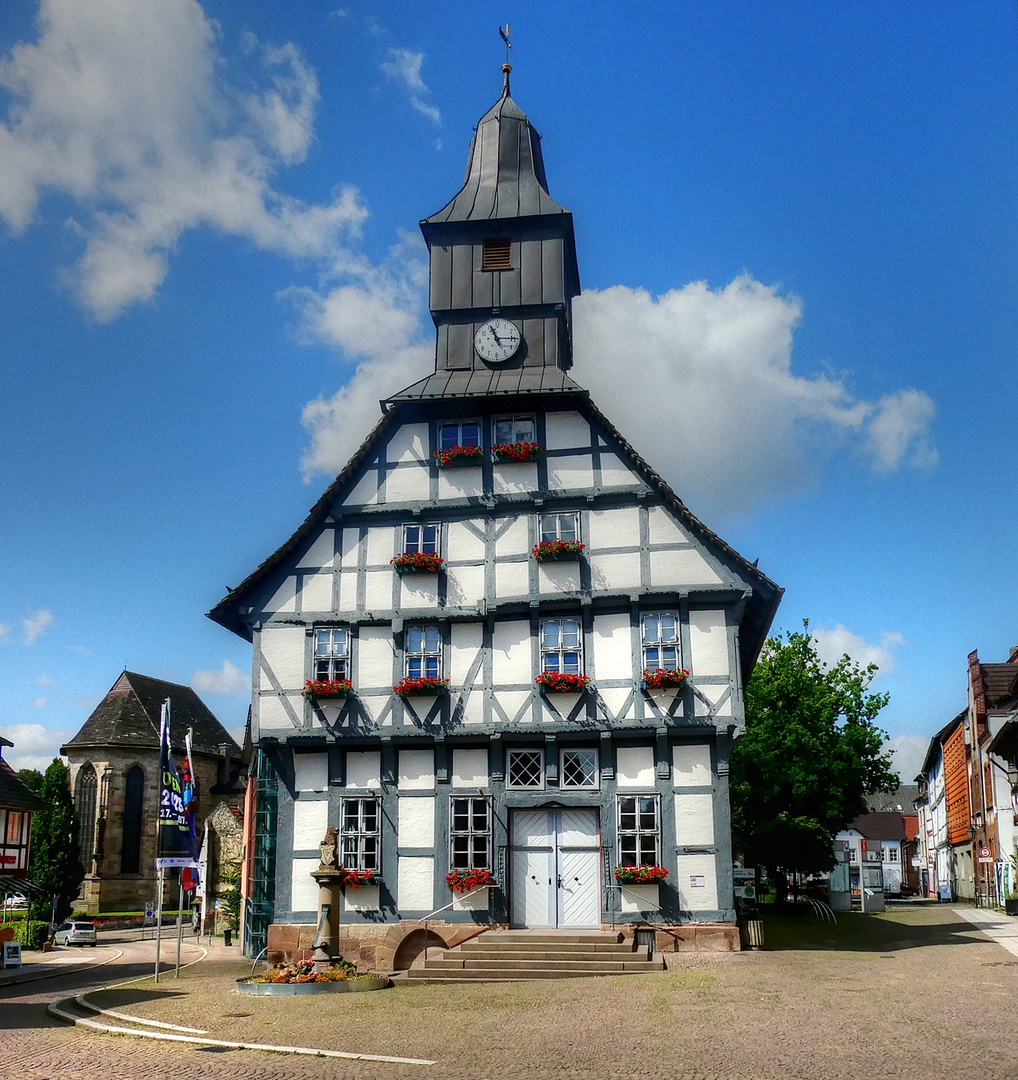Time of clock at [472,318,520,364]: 11:14
